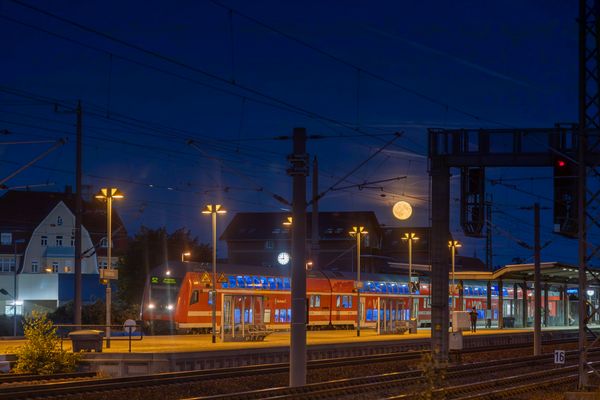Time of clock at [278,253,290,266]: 8:59
